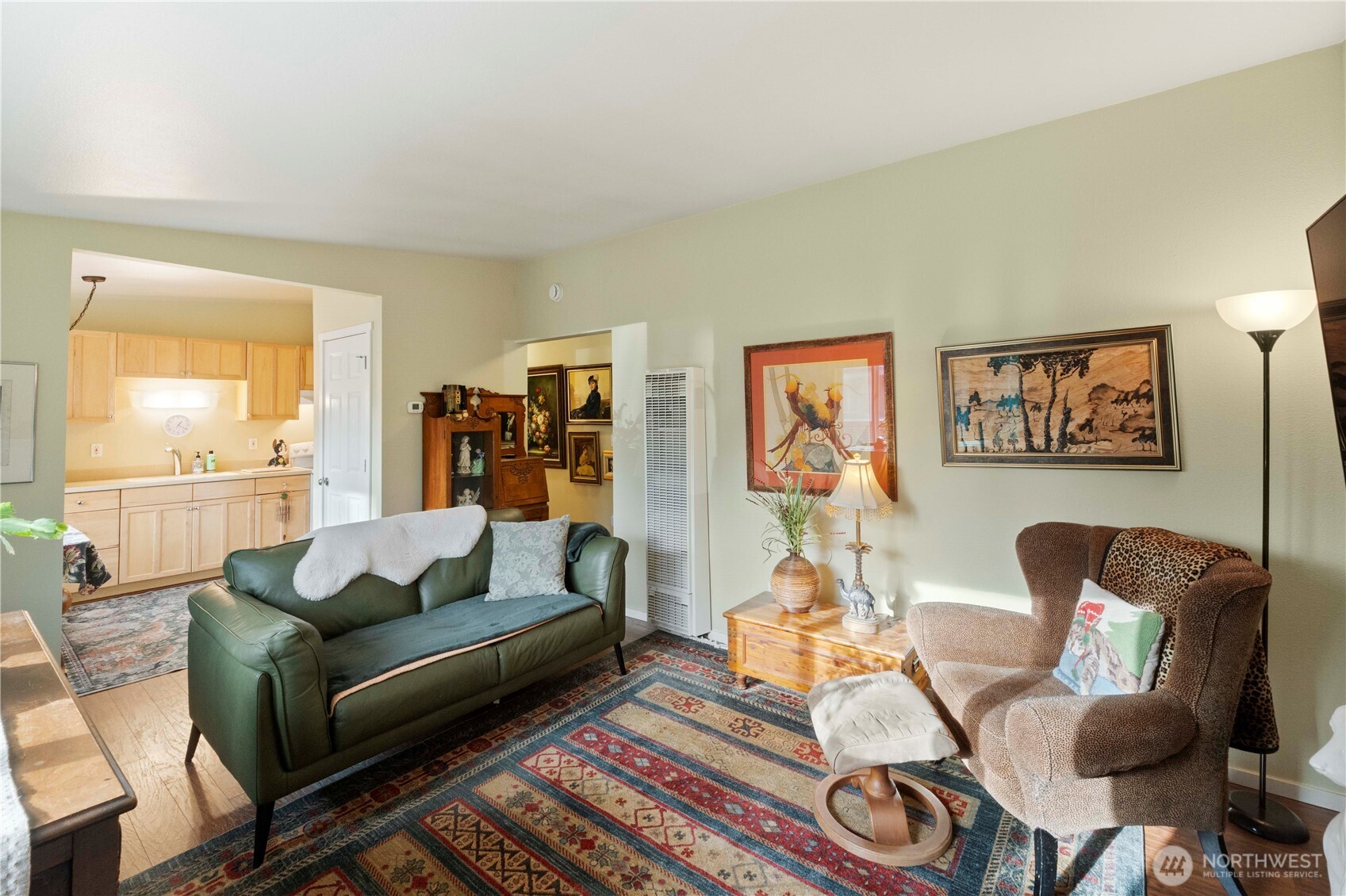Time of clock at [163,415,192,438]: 1:20
